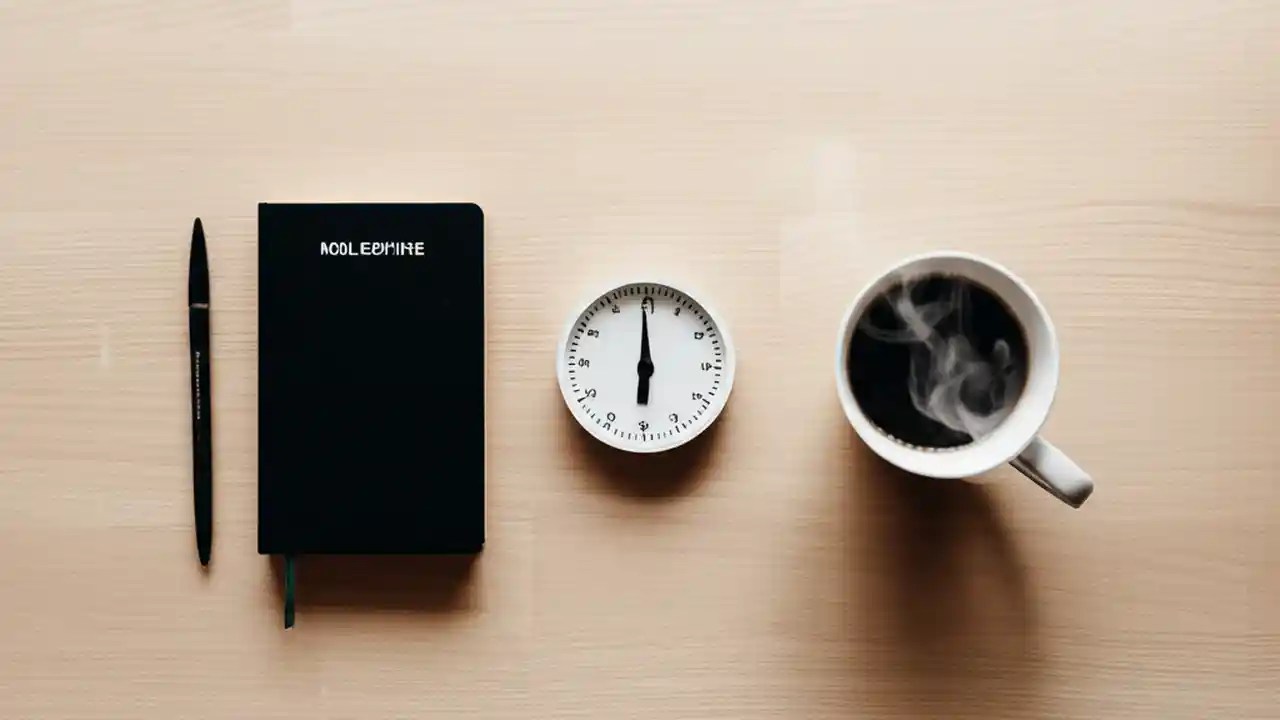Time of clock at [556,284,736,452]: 5:59
